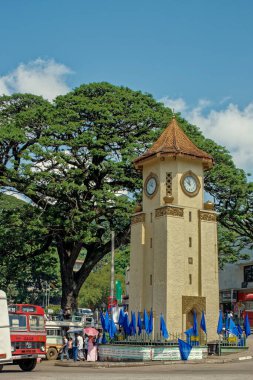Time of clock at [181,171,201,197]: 9:57
